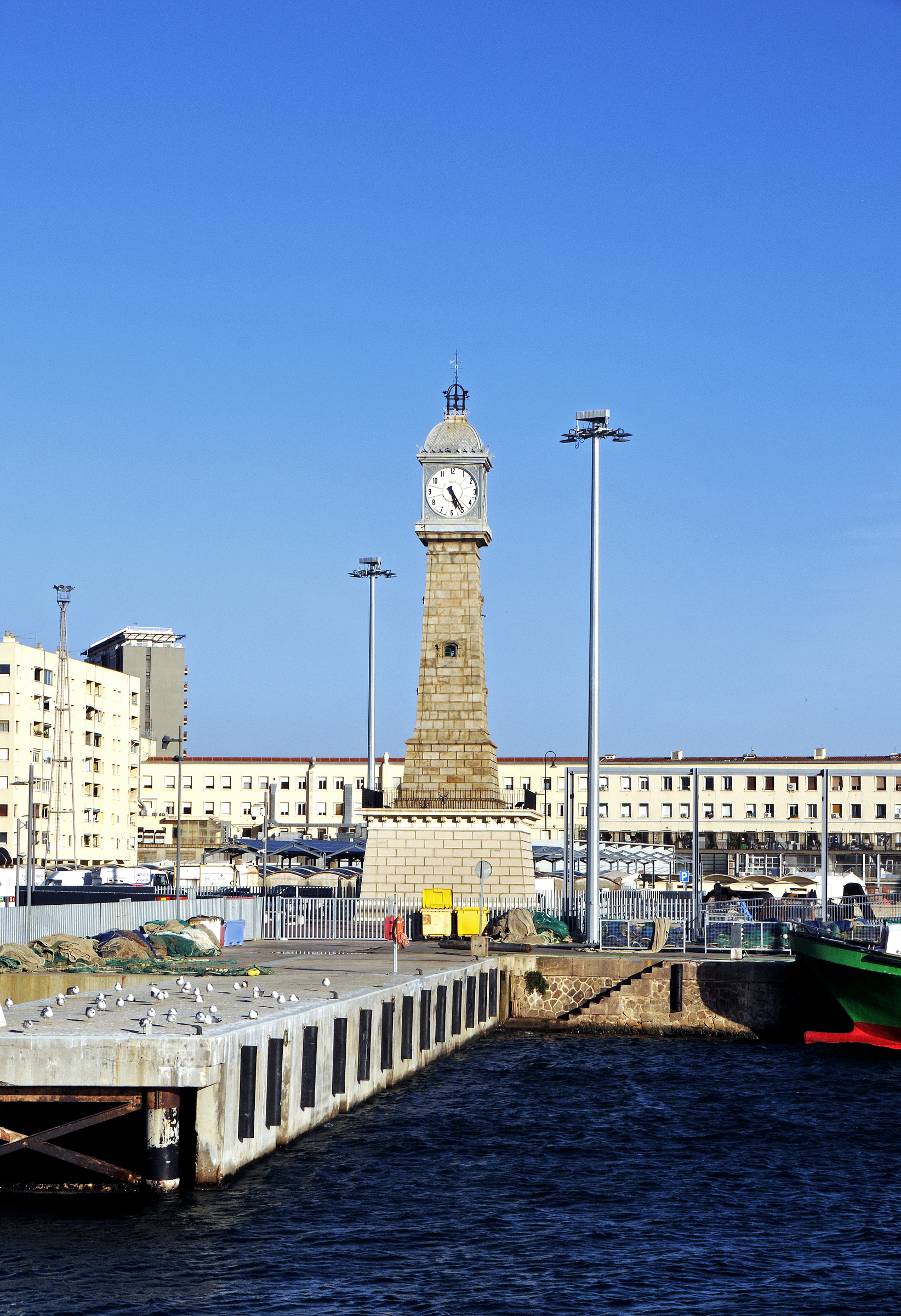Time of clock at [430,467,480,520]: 5:24
